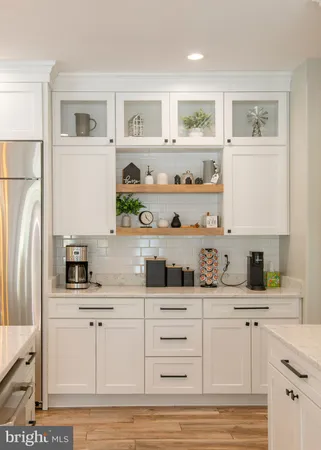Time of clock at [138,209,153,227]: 11:22
